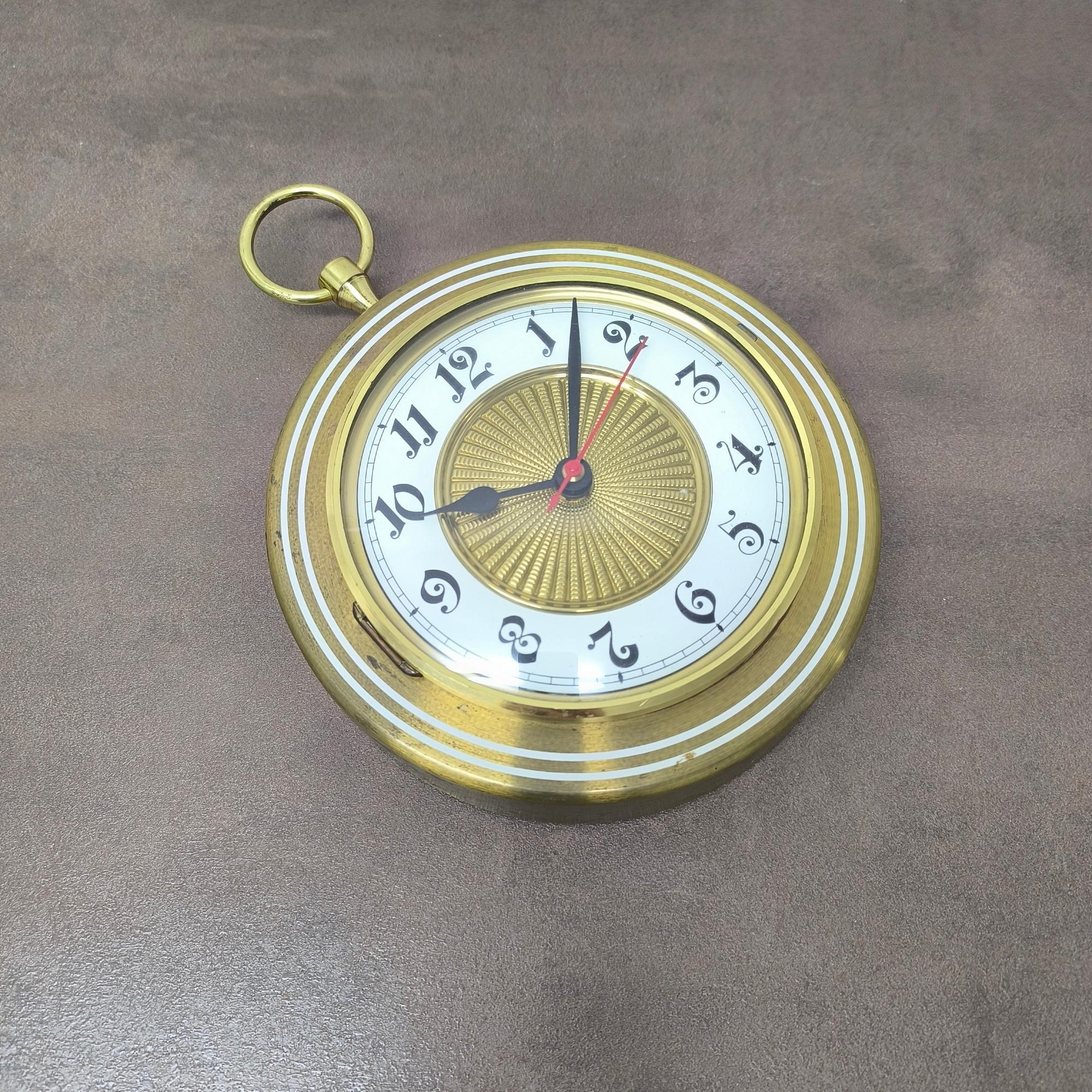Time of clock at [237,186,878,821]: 9:01
